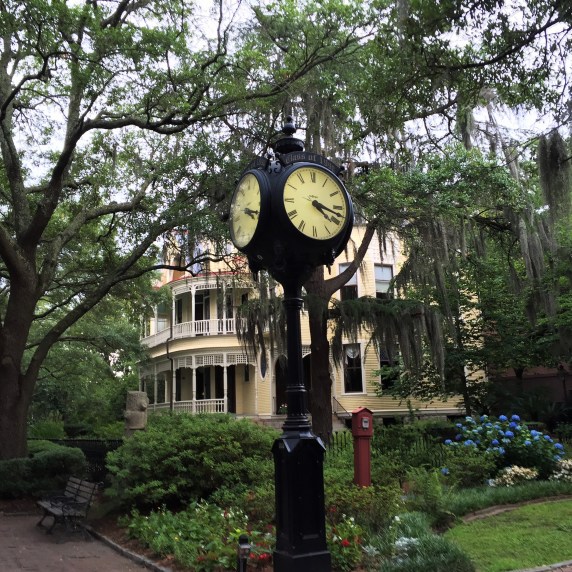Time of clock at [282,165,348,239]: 4:17
